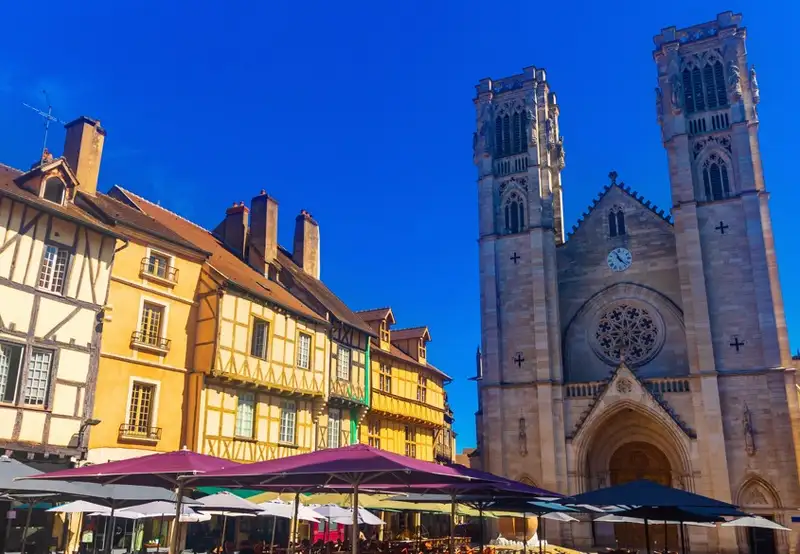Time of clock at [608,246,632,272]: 11:22
